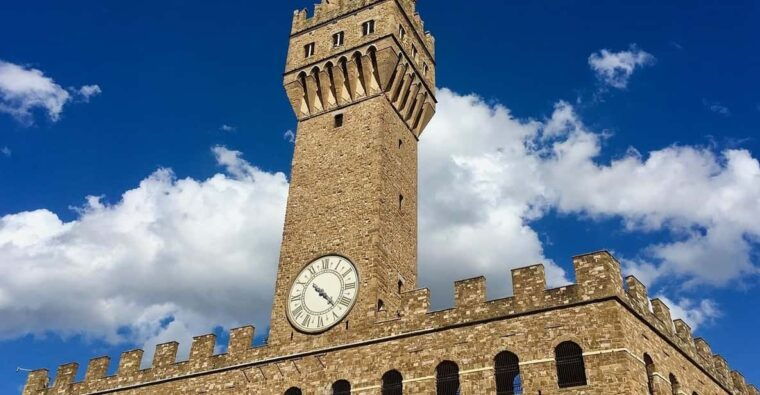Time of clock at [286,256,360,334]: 10:22
